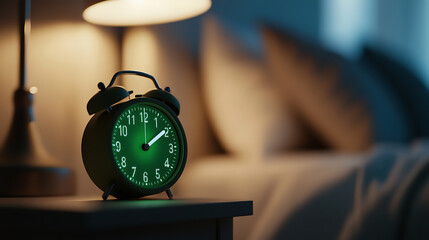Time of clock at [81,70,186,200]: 2:09
